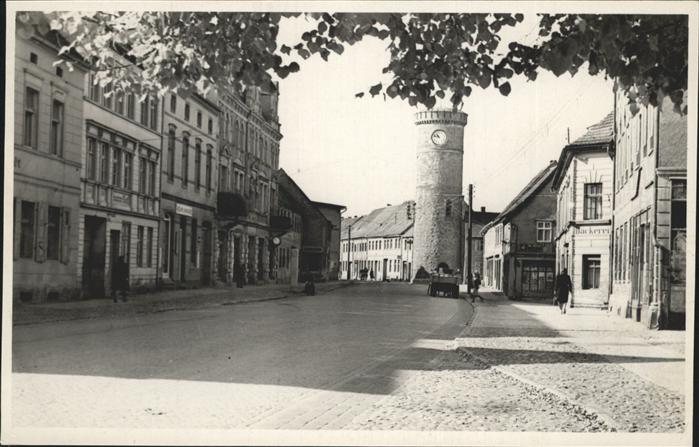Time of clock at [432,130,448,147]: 10:47
